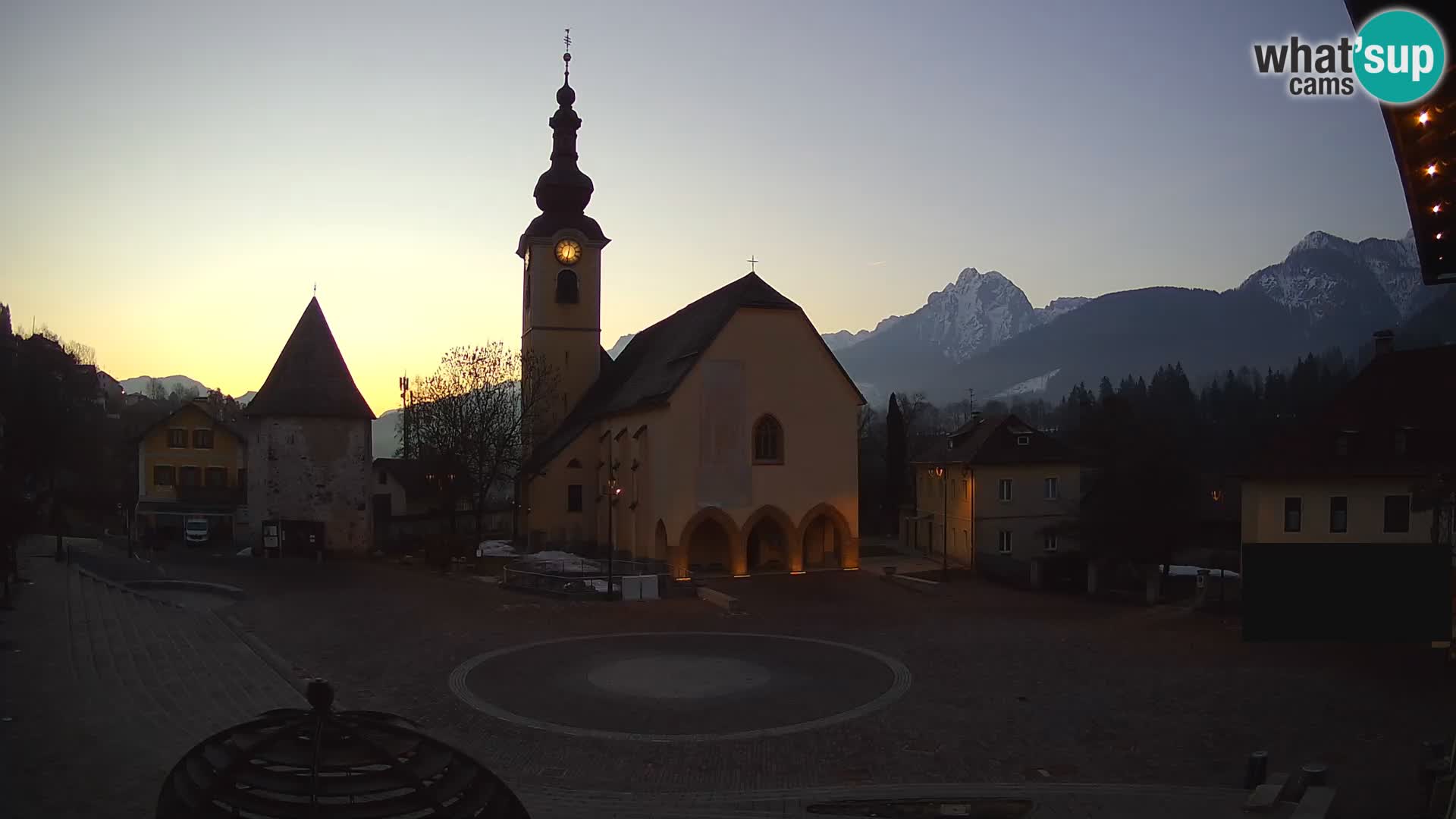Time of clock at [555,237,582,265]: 12:32
